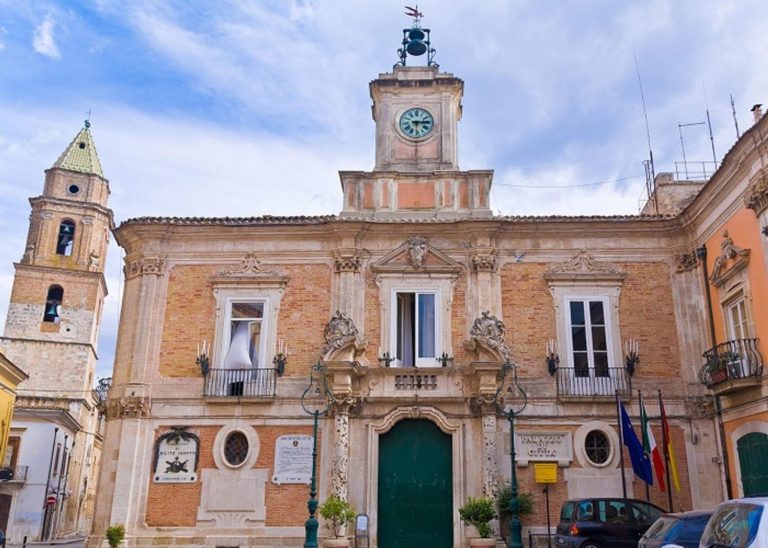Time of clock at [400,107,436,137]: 6:14
